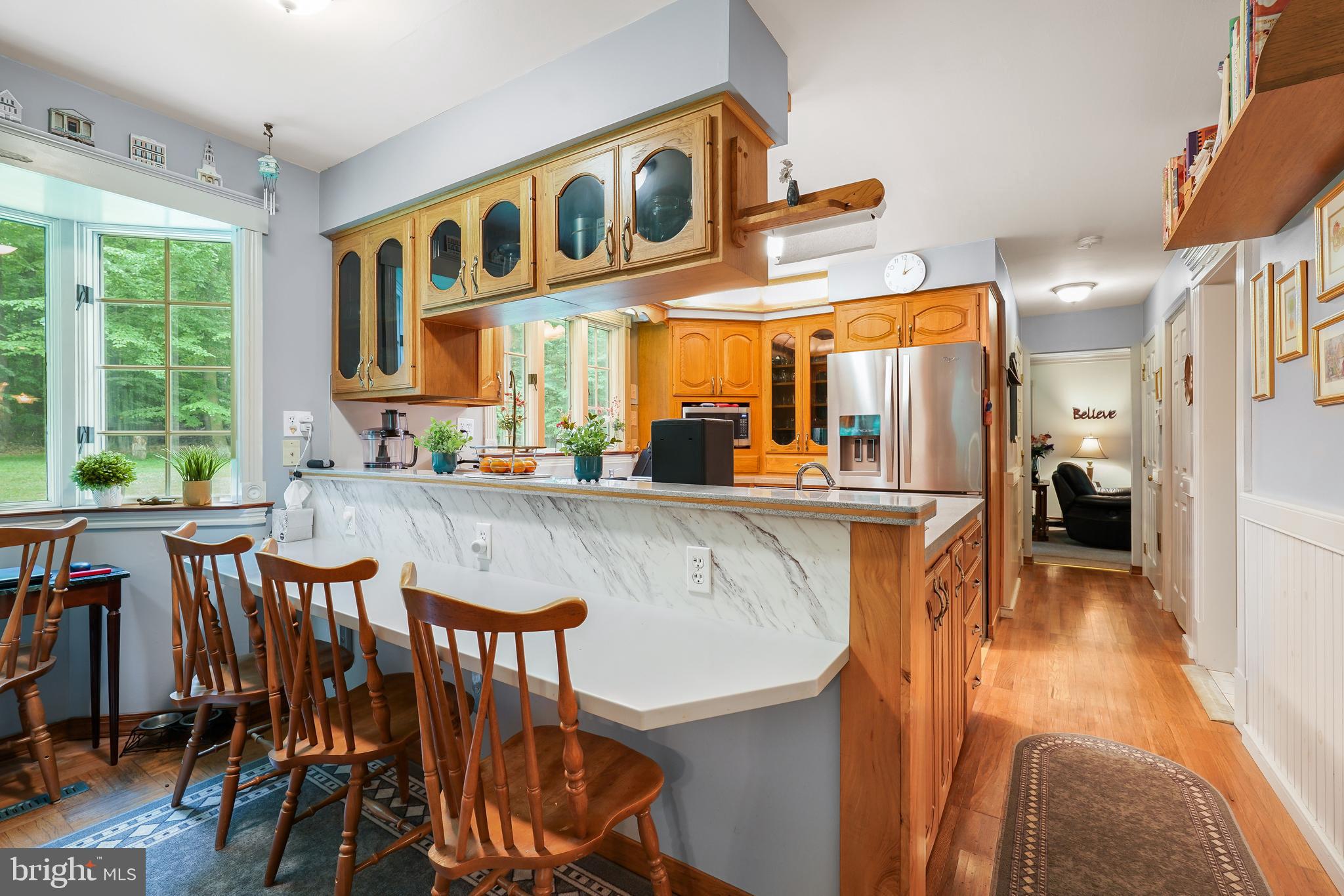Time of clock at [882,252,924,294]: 2:01
